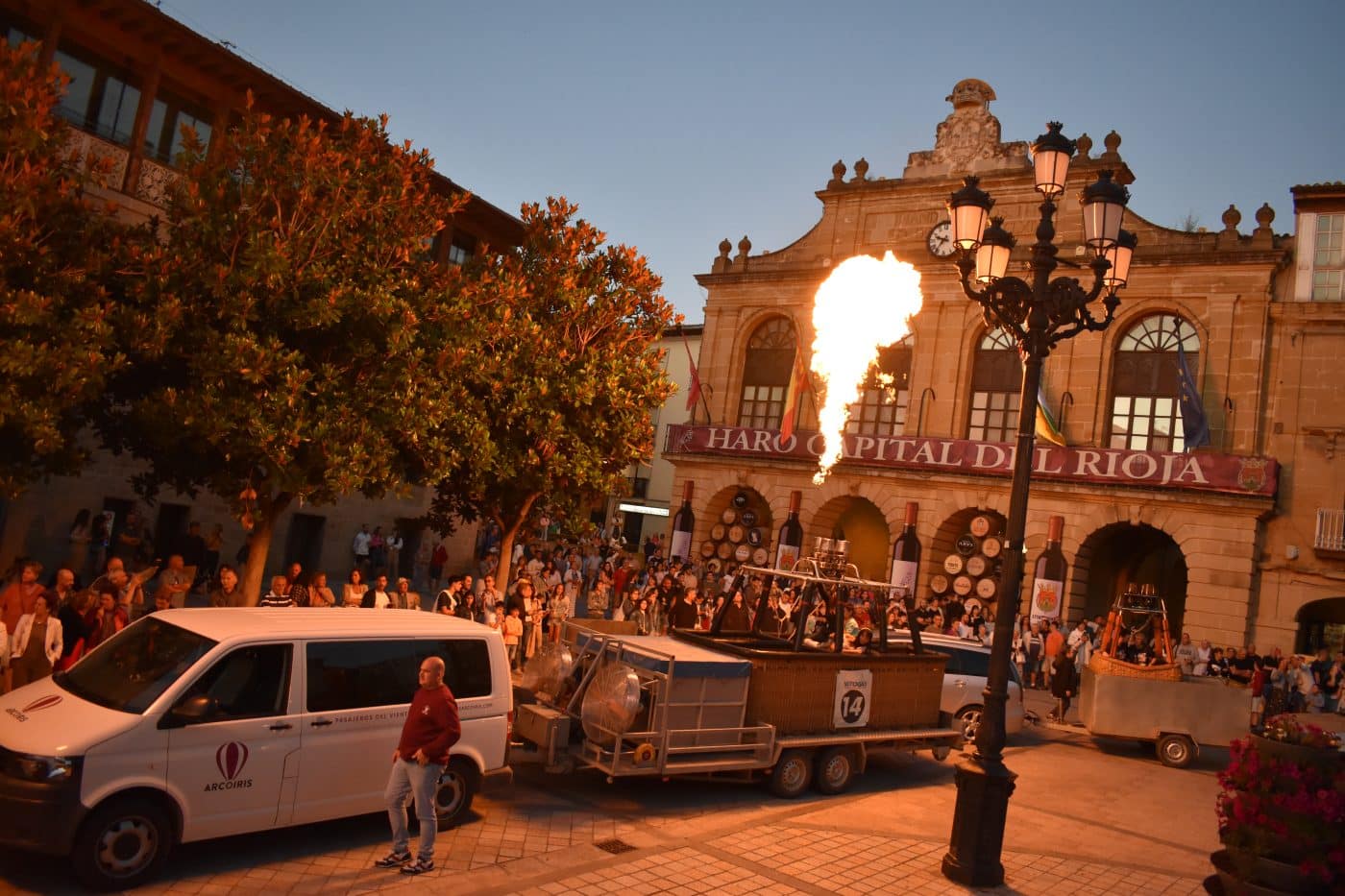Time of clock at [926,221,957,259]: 9:36
